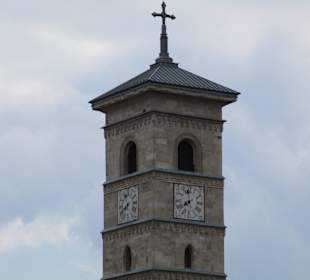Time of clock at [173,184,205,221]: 7:57
